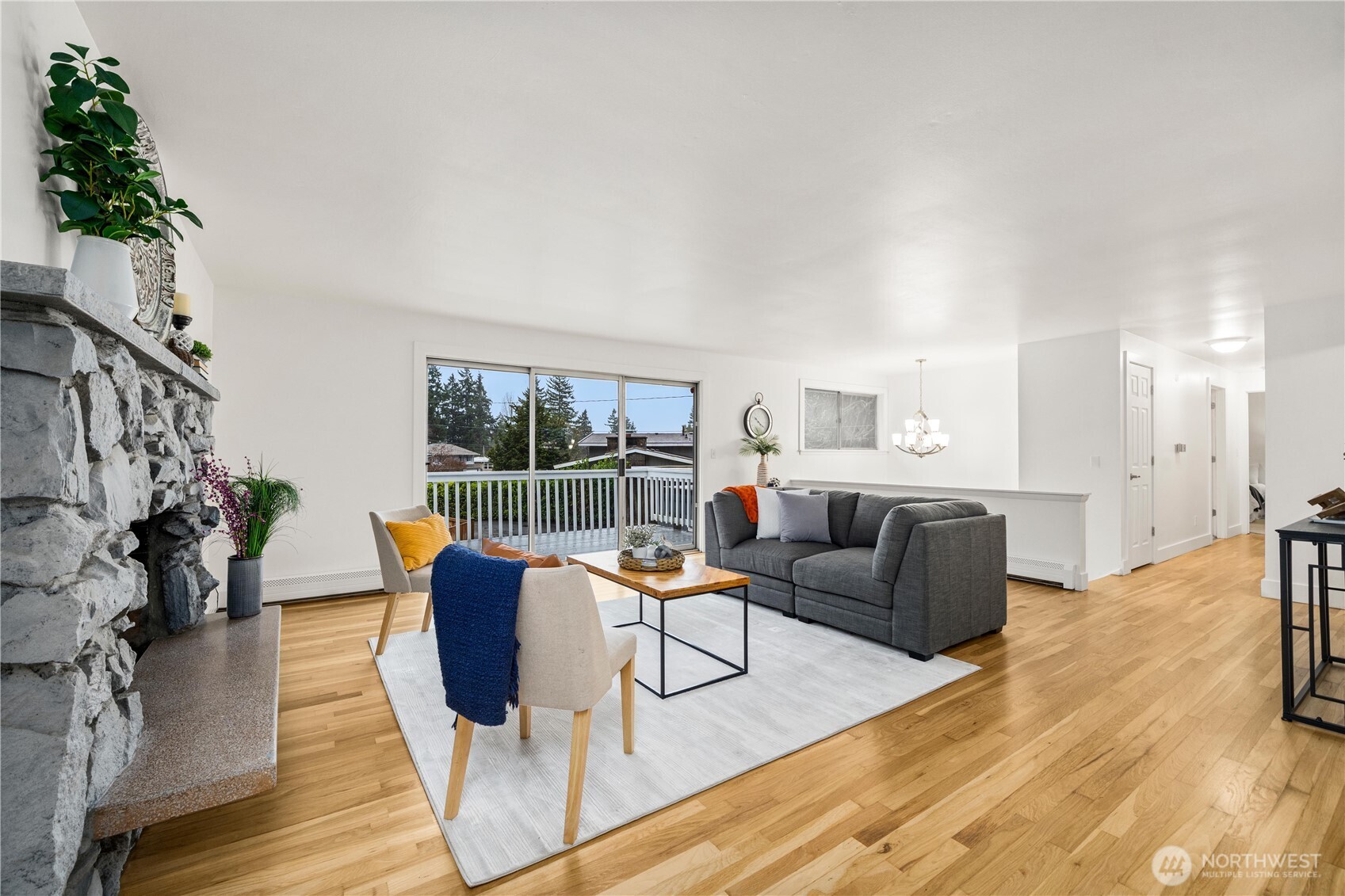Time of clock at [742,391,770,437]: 10:20
